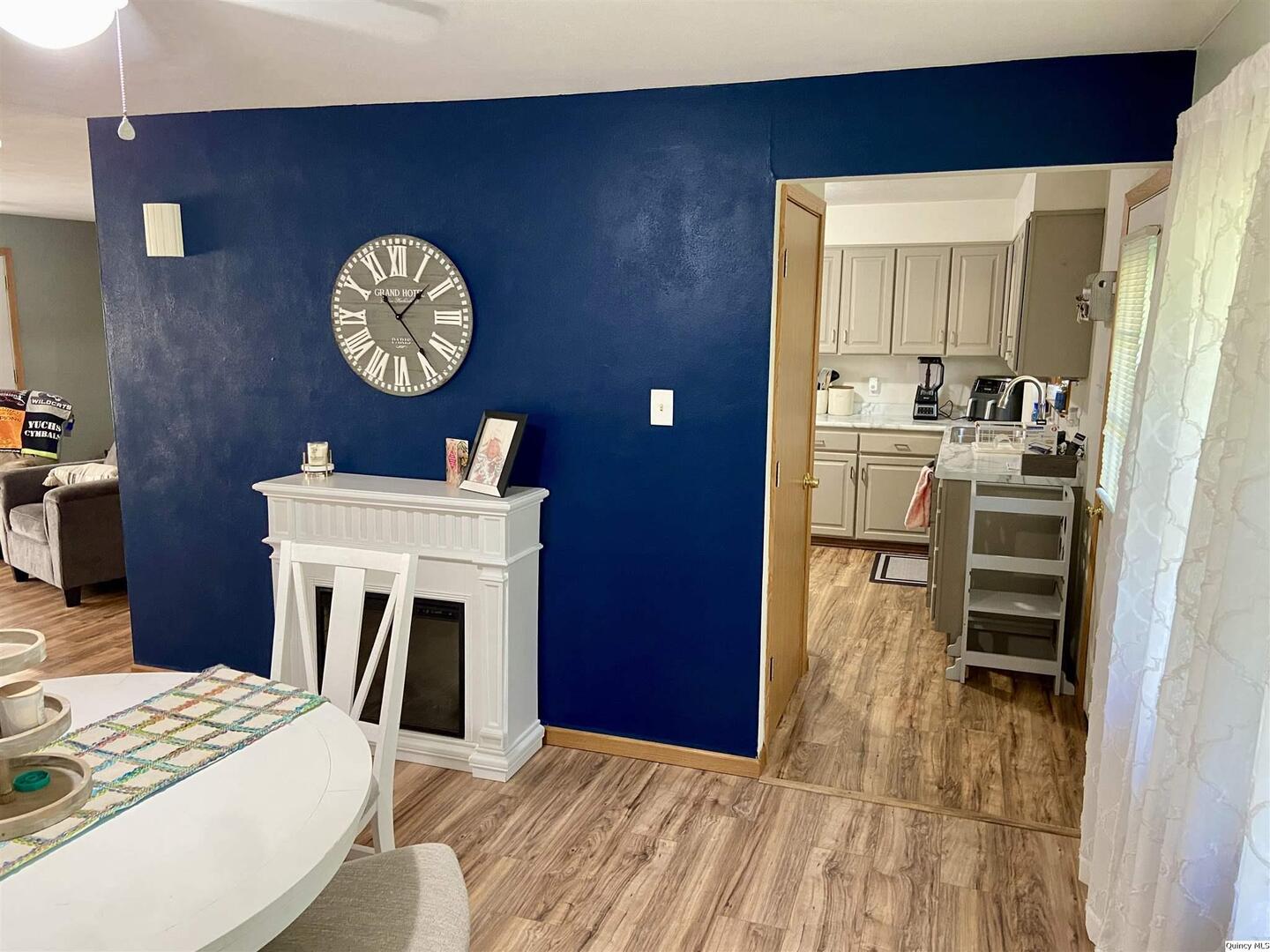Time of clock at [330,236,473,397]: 1:23
